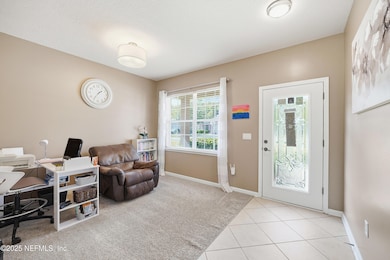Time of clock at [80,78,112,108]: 1:36
